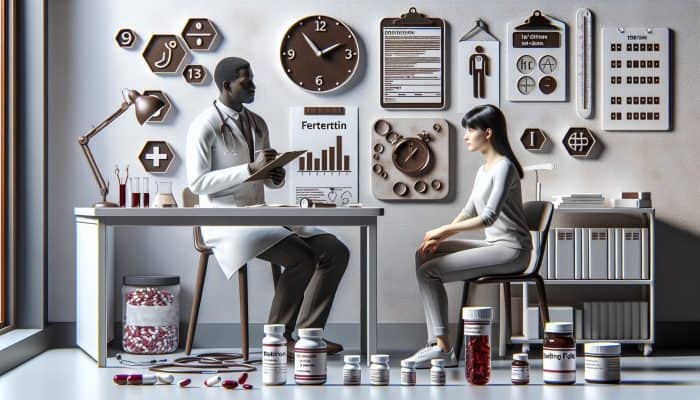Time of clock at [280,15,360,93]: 1:53
